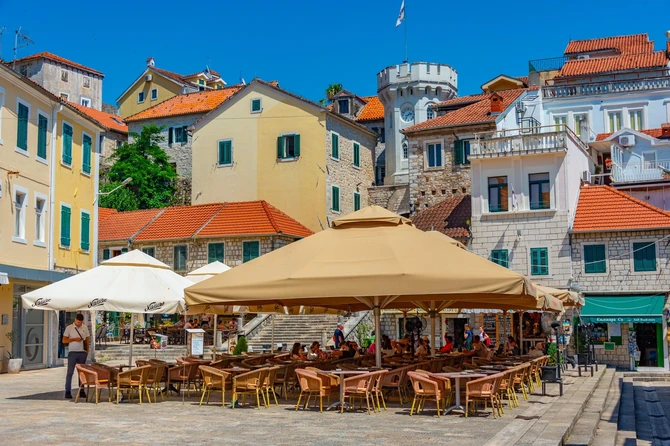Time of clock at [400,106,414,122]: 2:36
